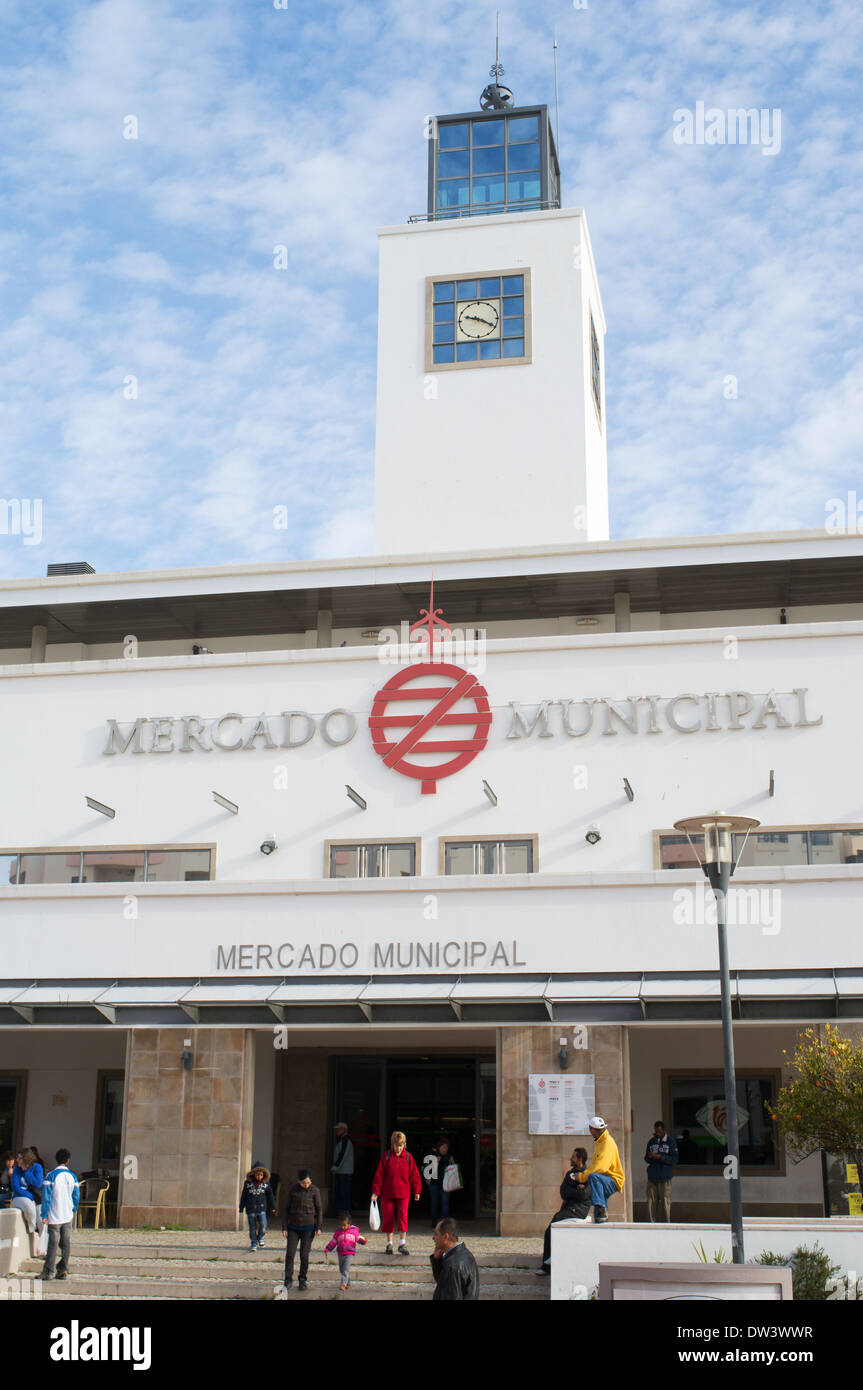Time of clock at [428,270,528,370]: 9:20
